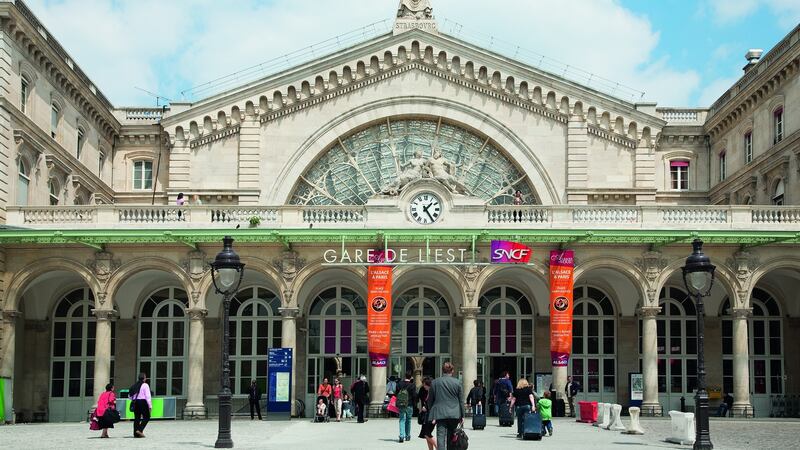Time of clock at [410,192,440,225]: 1:24
